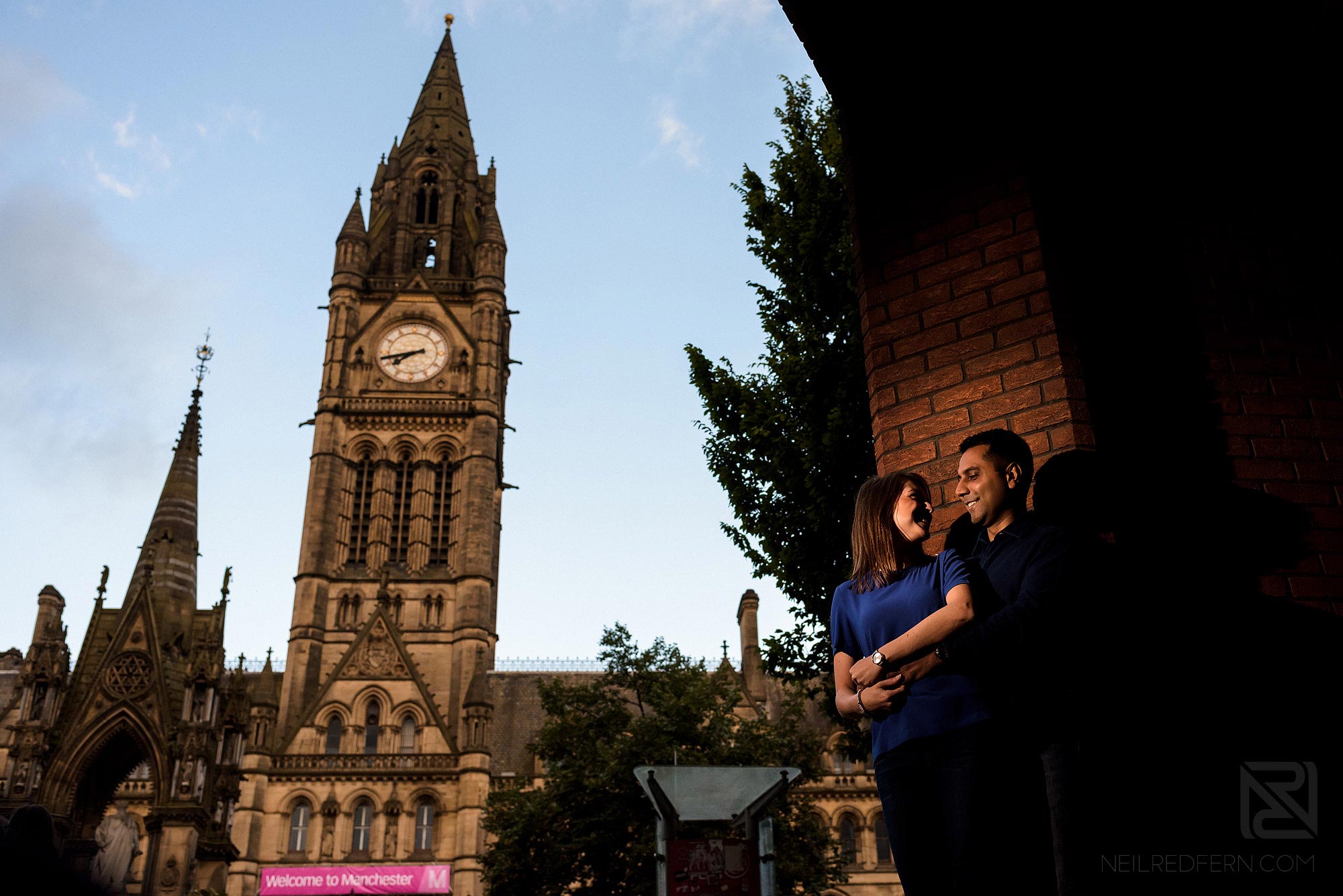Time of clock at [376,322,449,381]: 7:42
